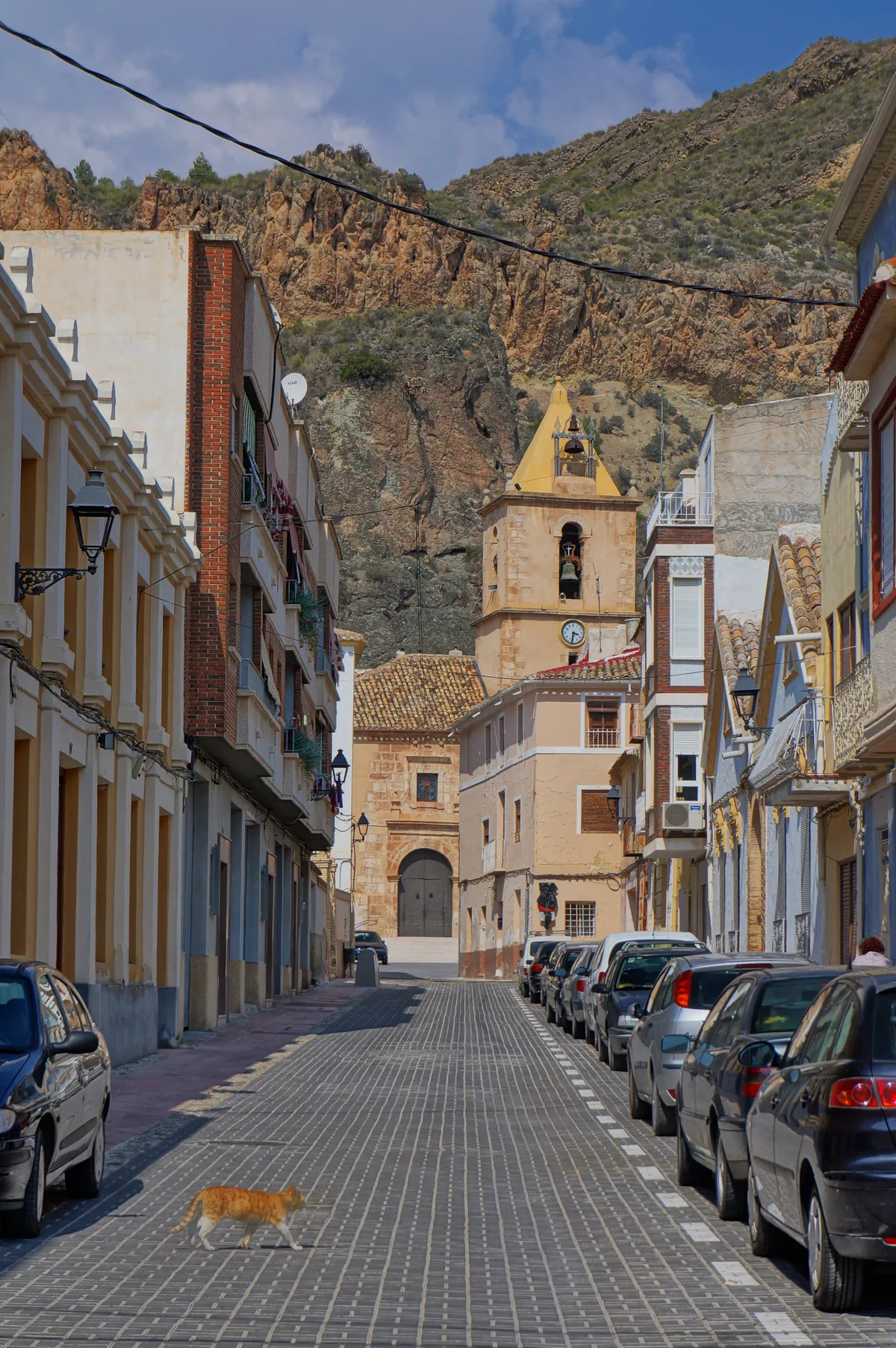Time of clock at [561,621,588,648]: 3:32
